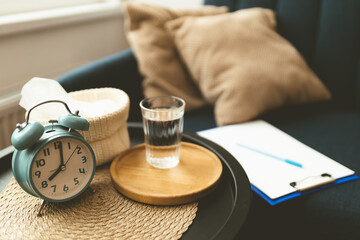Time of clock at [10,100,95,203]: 8:01
